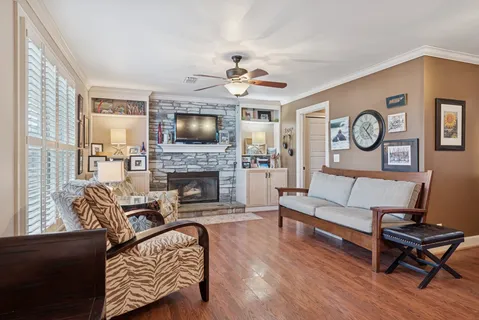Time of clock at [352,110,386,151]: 1:23
